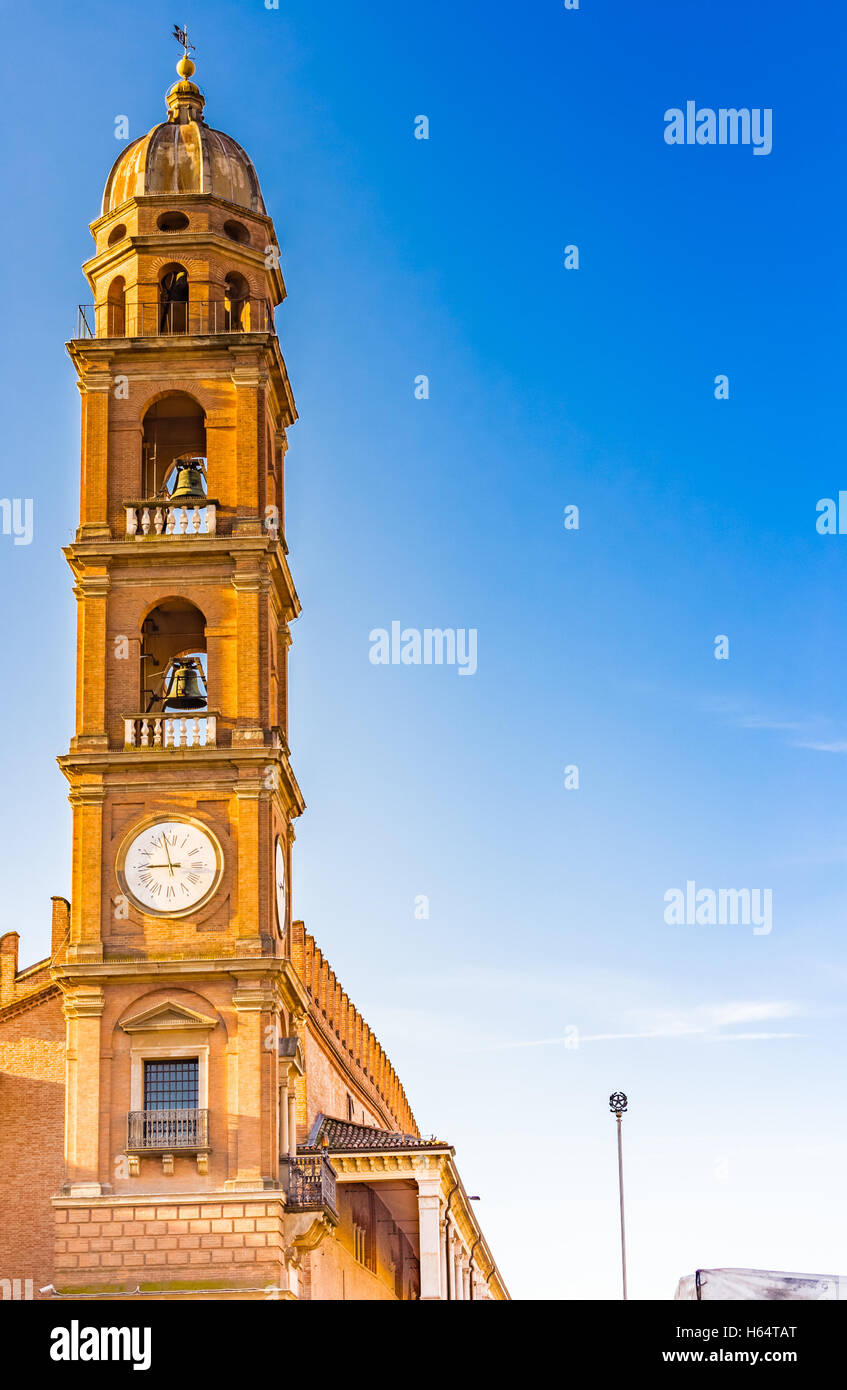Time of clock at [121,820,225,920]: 8:57
